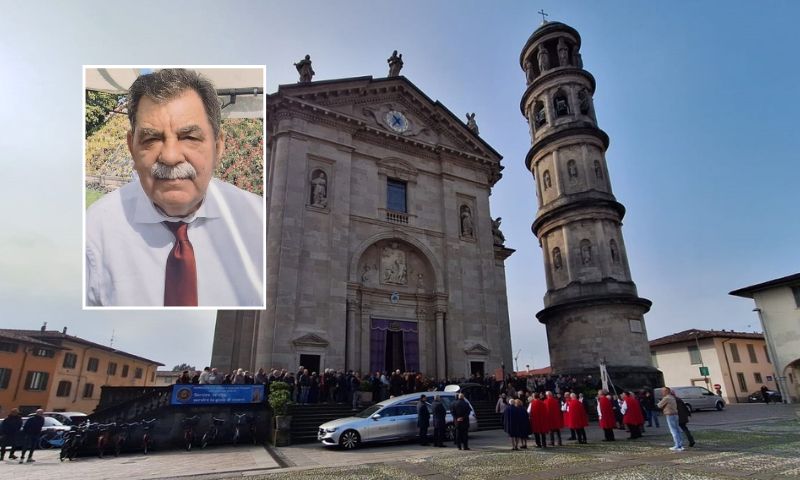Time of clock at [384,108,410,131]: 10:36
